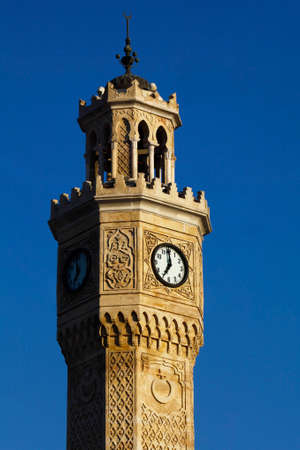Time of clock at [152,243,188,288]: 6:59
